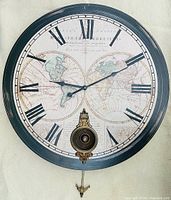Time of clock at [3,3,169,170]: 9:10
